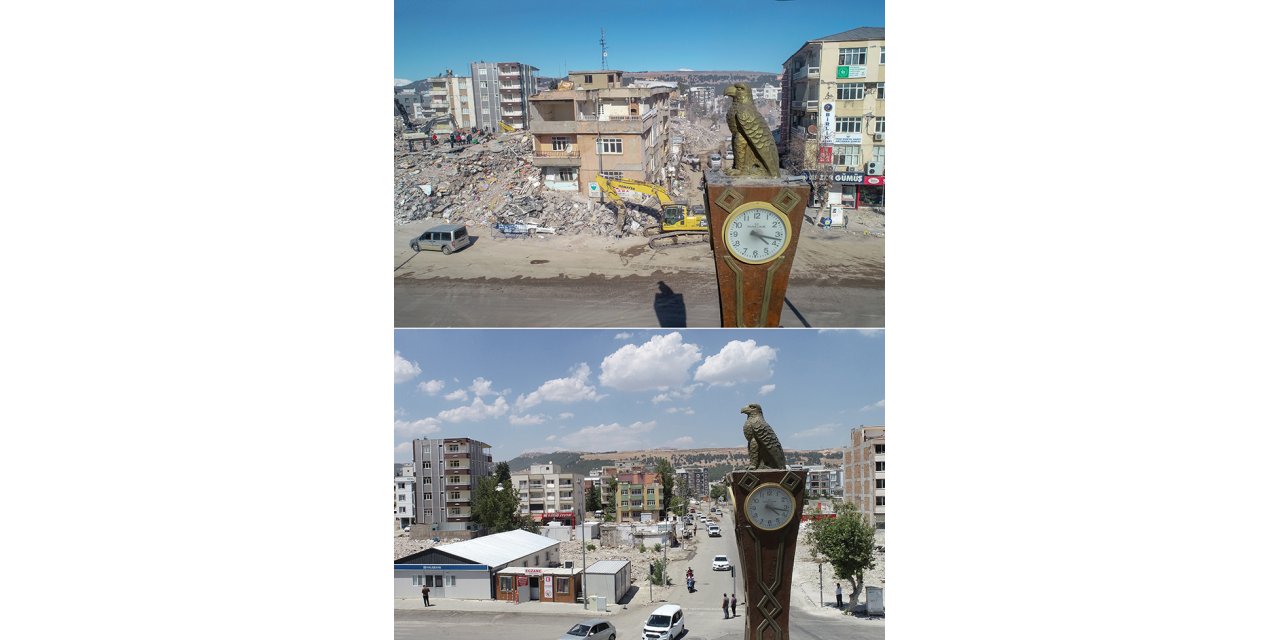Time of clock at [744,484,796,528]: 4:17
